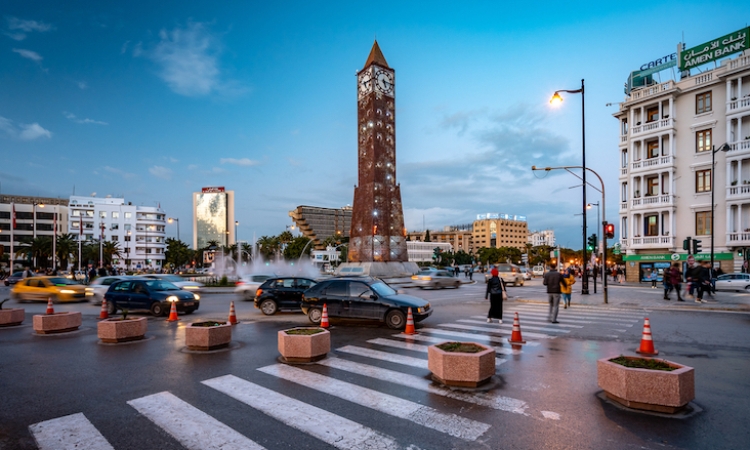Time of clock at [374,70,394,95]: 5:15
